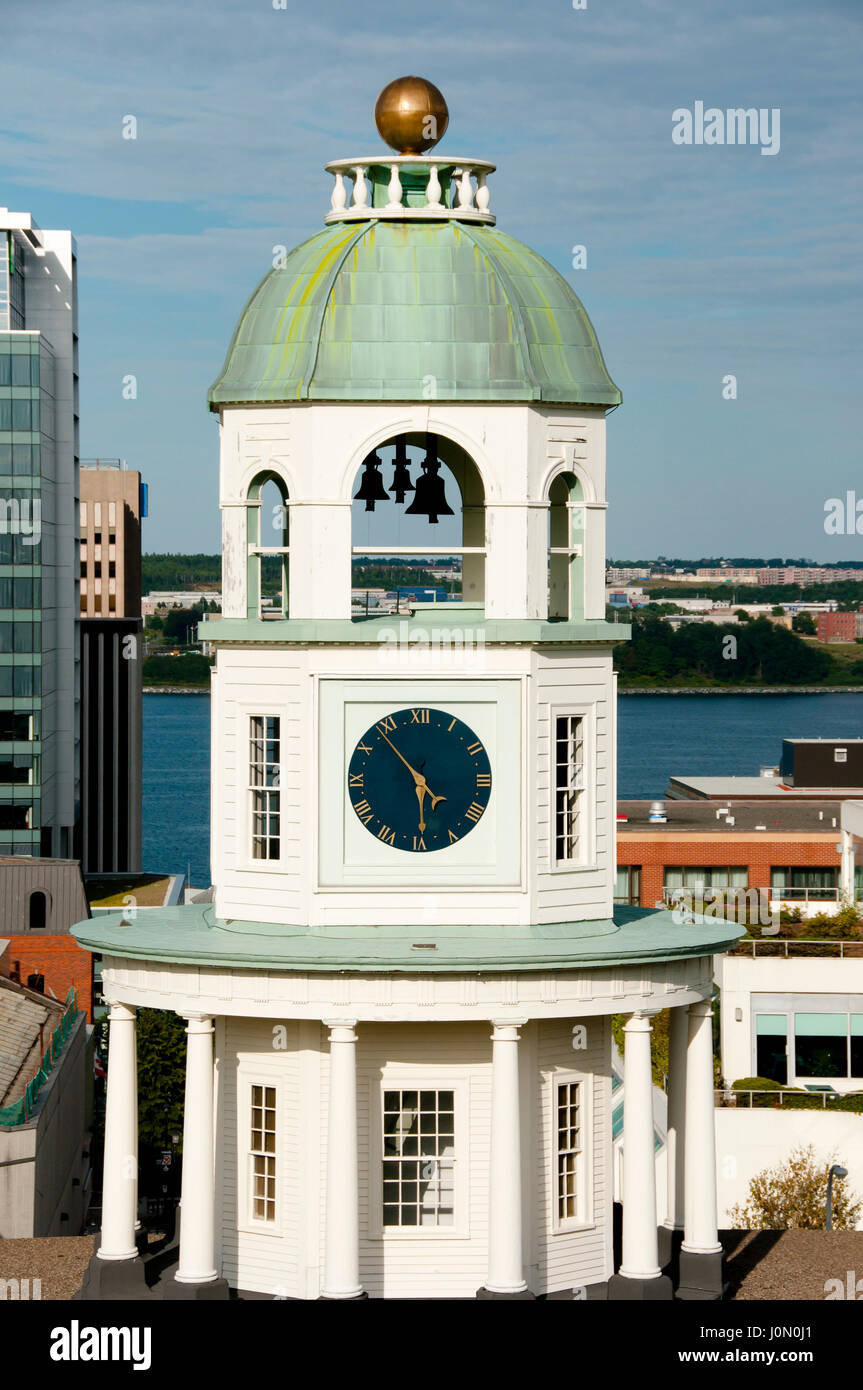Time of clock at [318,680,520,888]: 5:53
